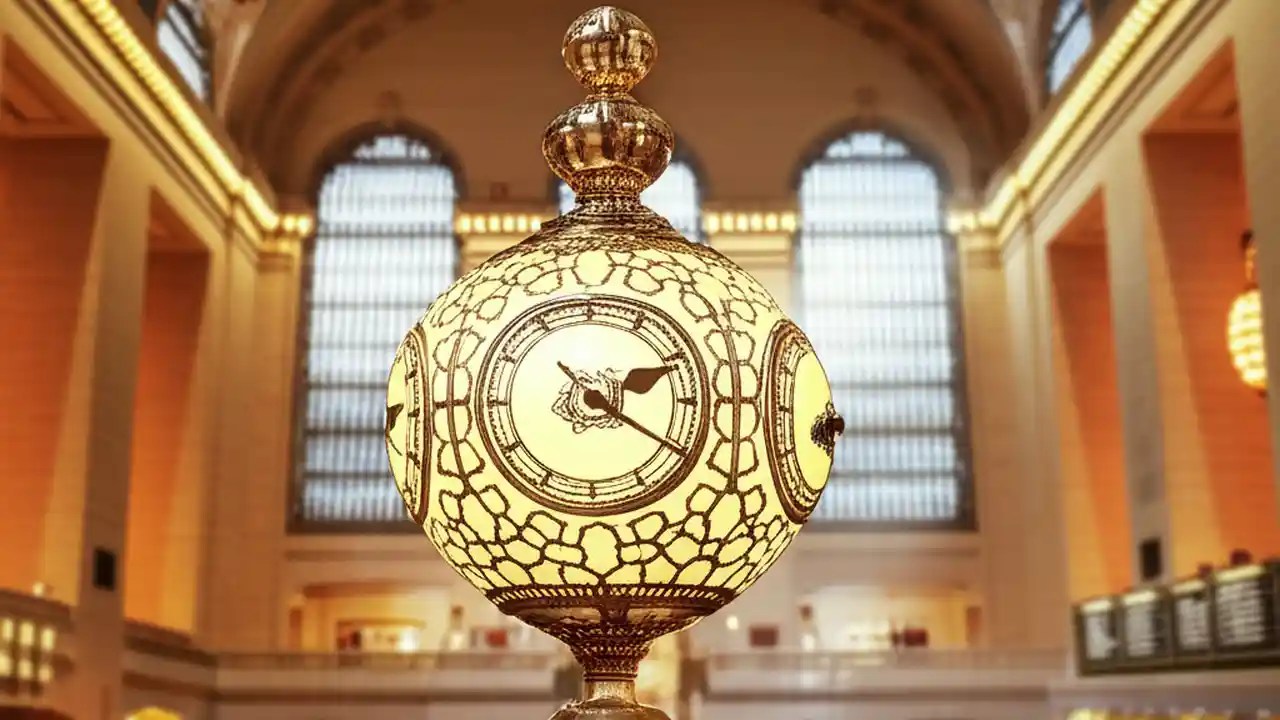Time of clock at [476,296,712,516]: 2:20
